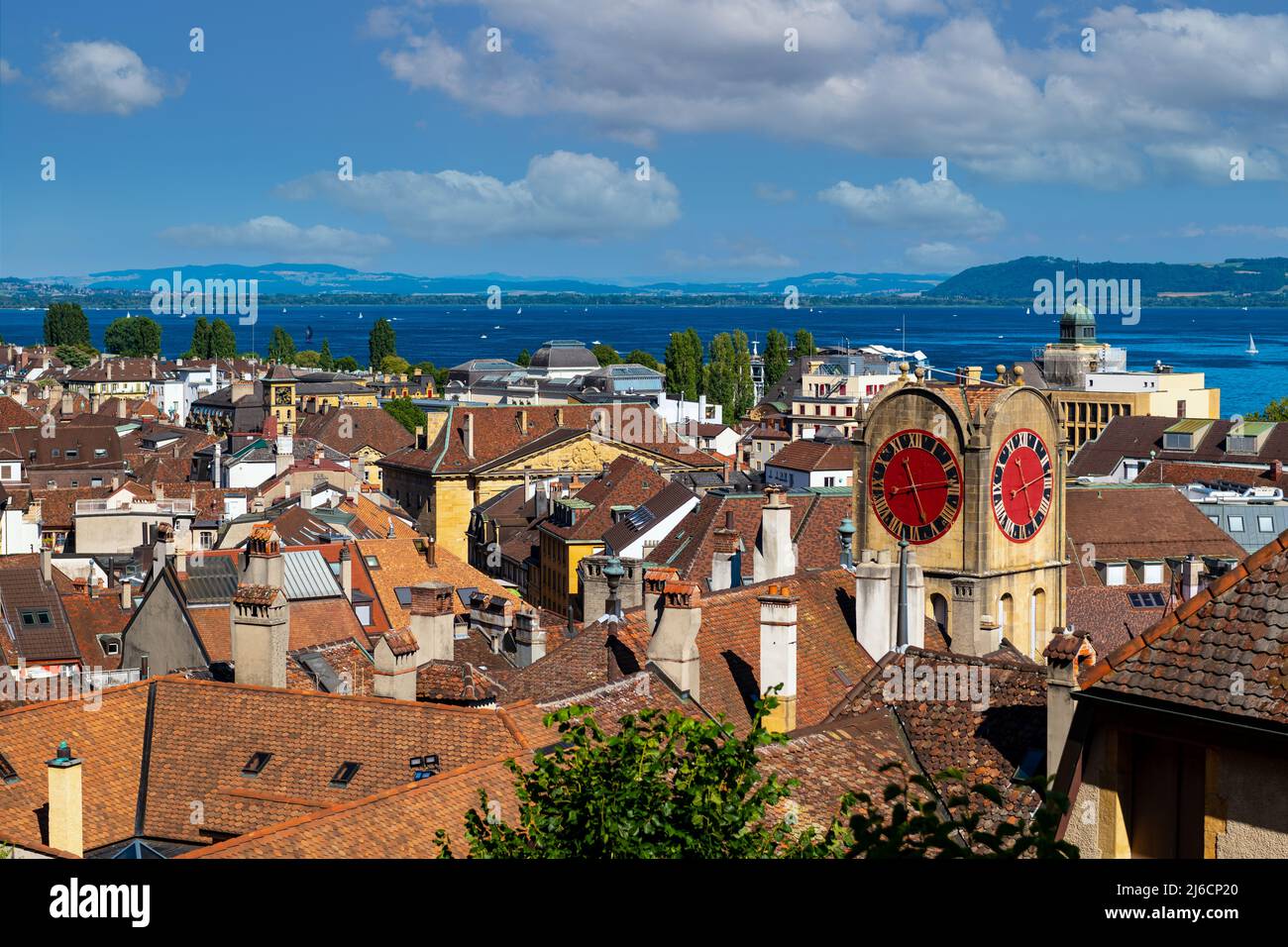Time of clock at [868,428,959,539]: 11:13
